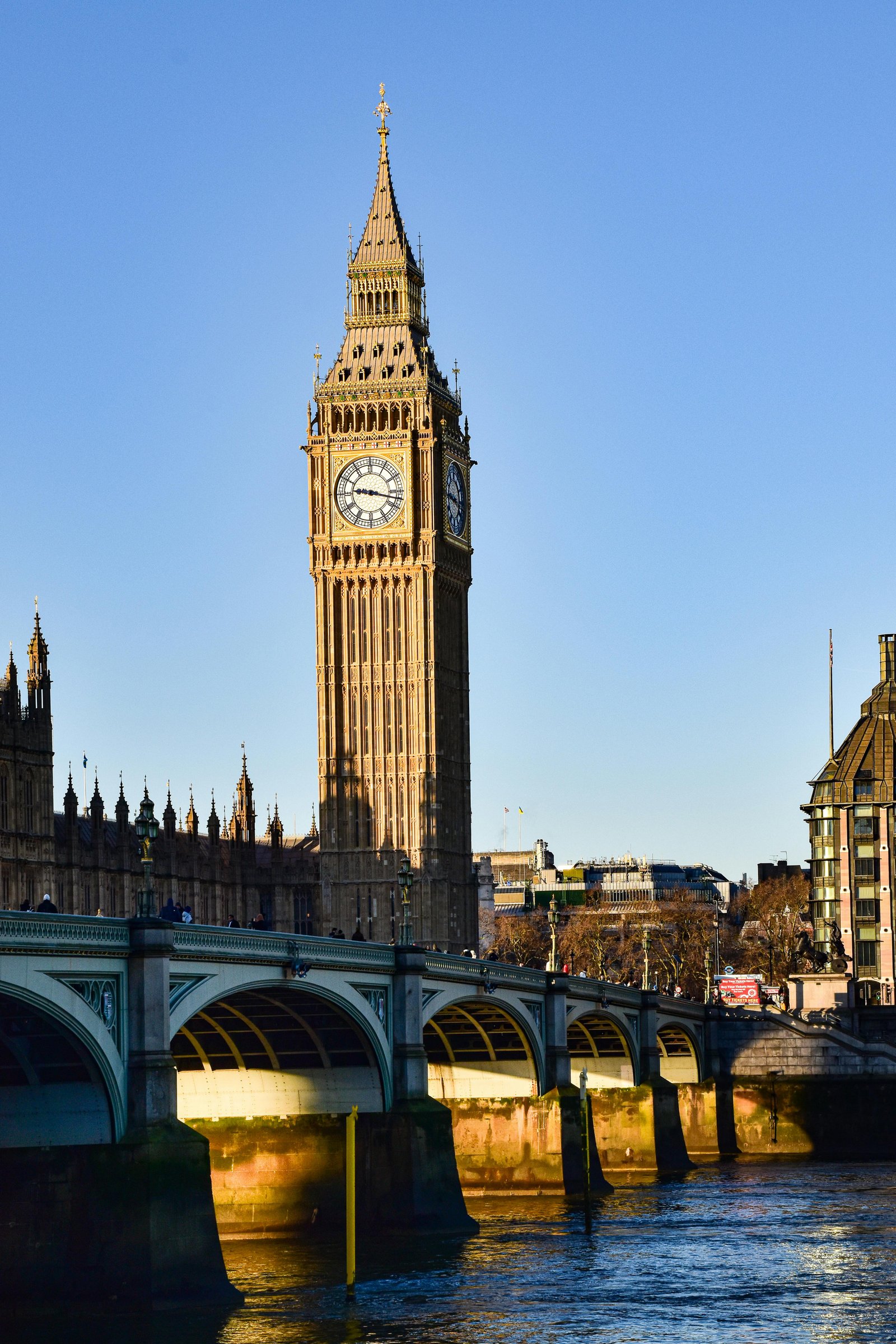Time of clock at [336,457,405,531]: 9:17
